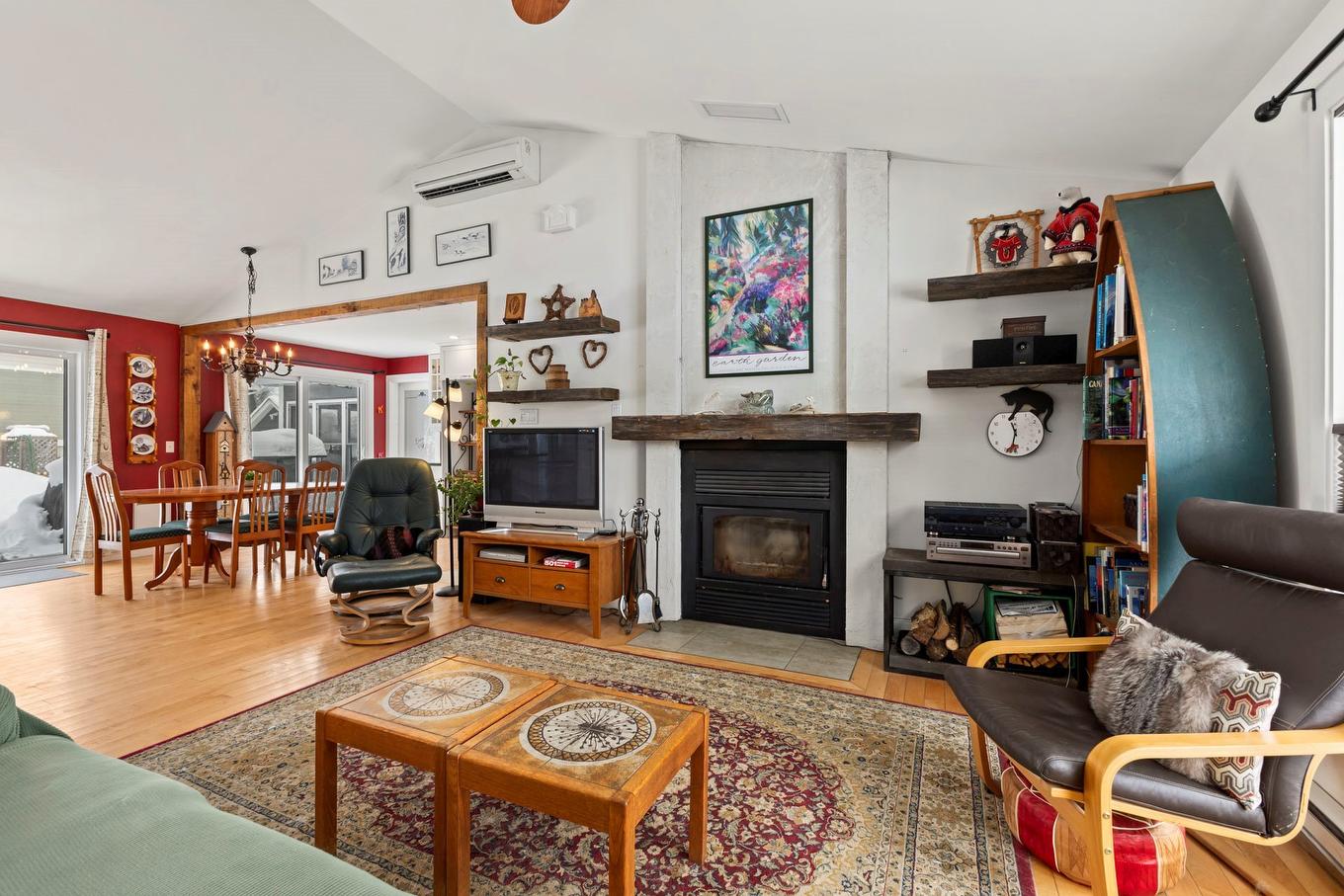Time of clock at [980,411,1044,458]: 11:32
